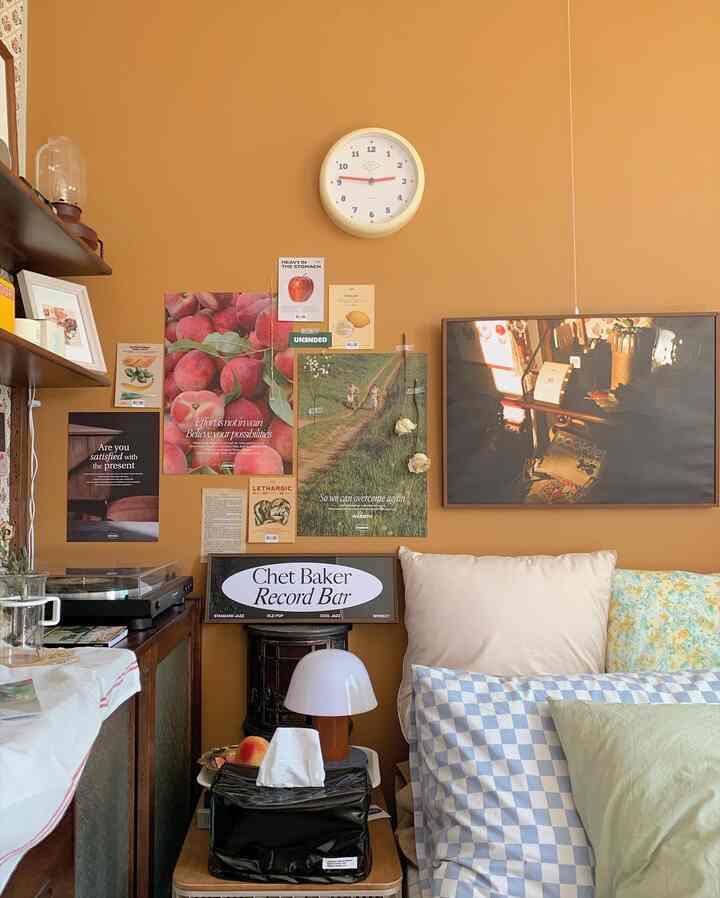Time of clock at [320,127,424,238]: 2:46
